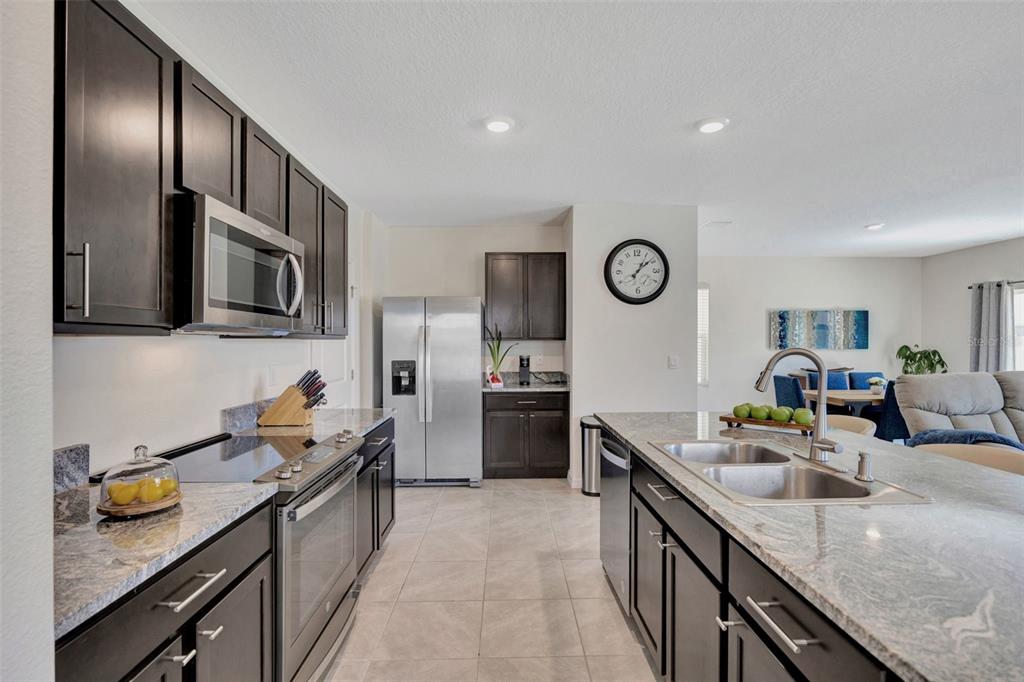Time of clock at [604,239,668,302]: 1:08
